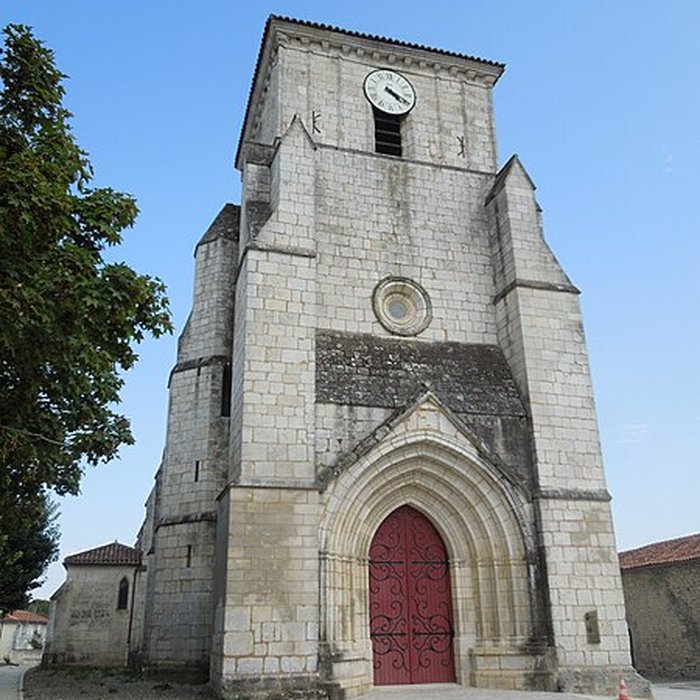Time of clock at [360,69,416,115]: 4:19
